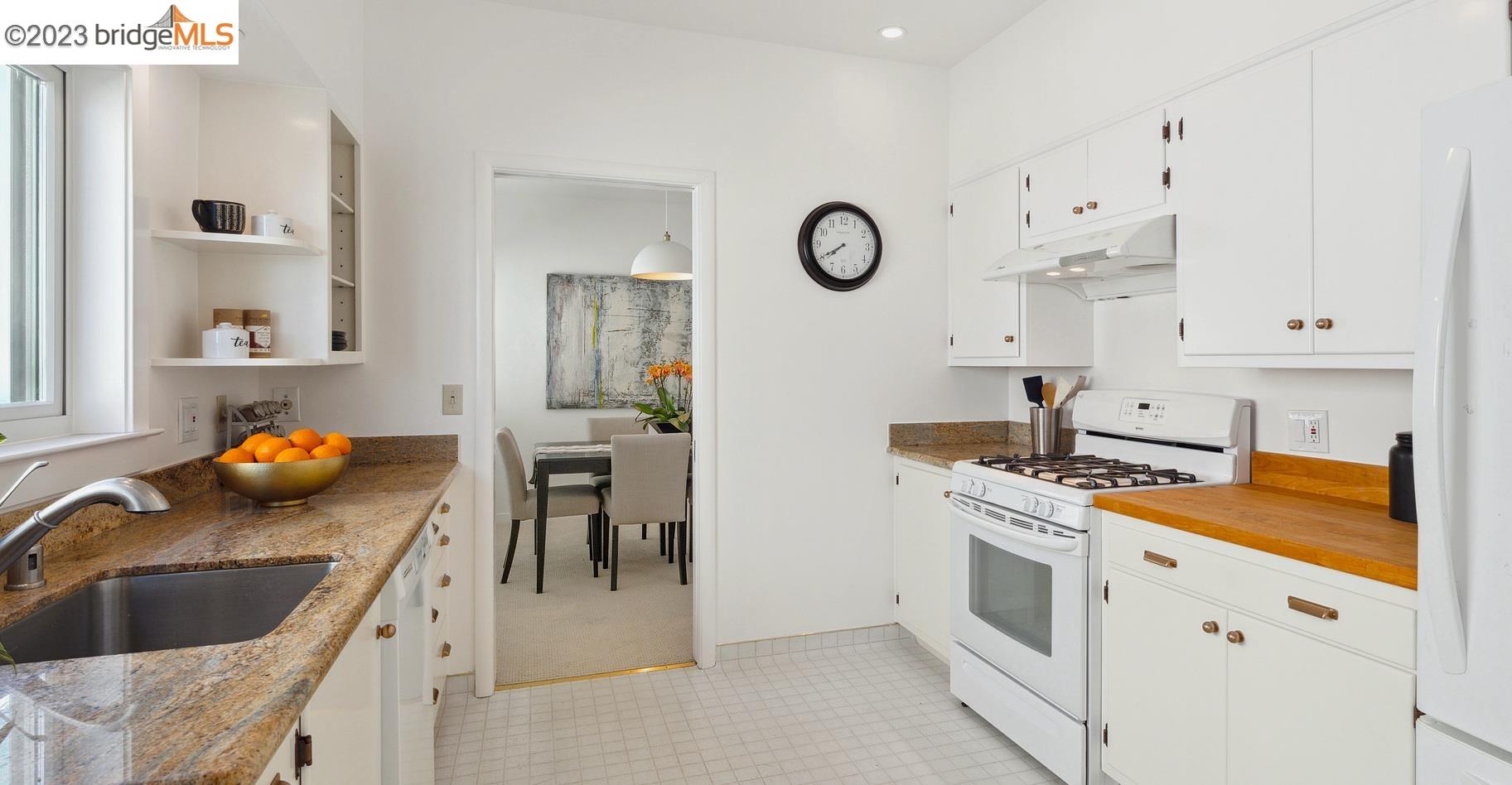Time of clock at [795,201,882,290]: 7:39
